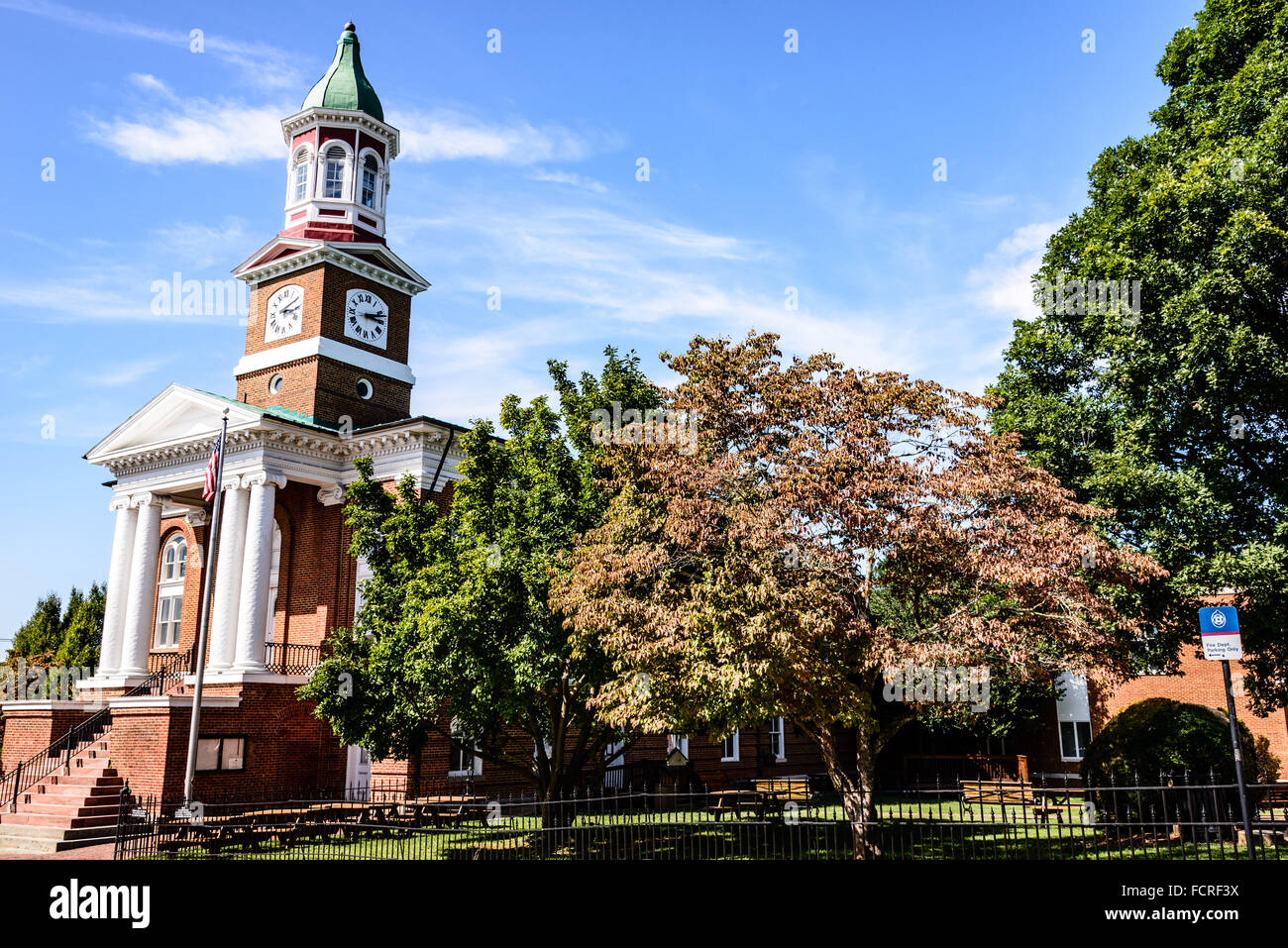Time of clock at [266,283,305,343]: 3:10
